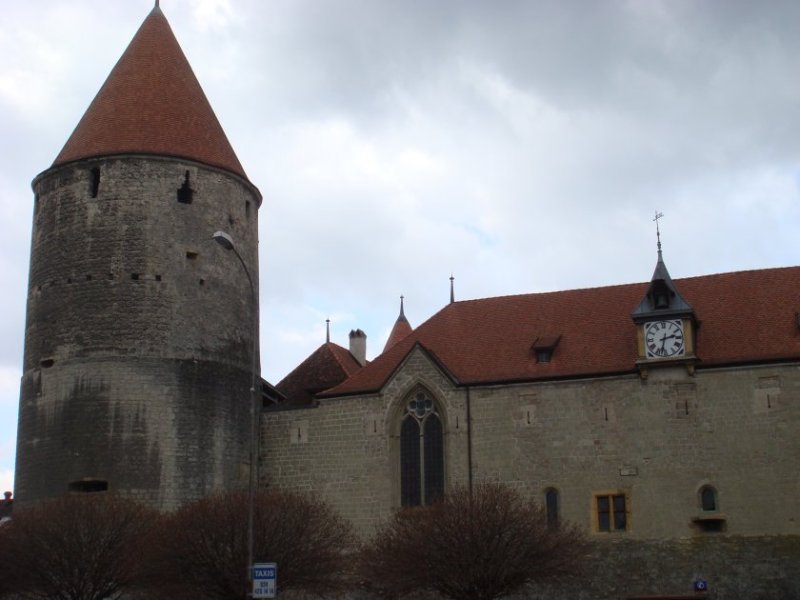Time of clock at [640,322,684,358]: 2:32
